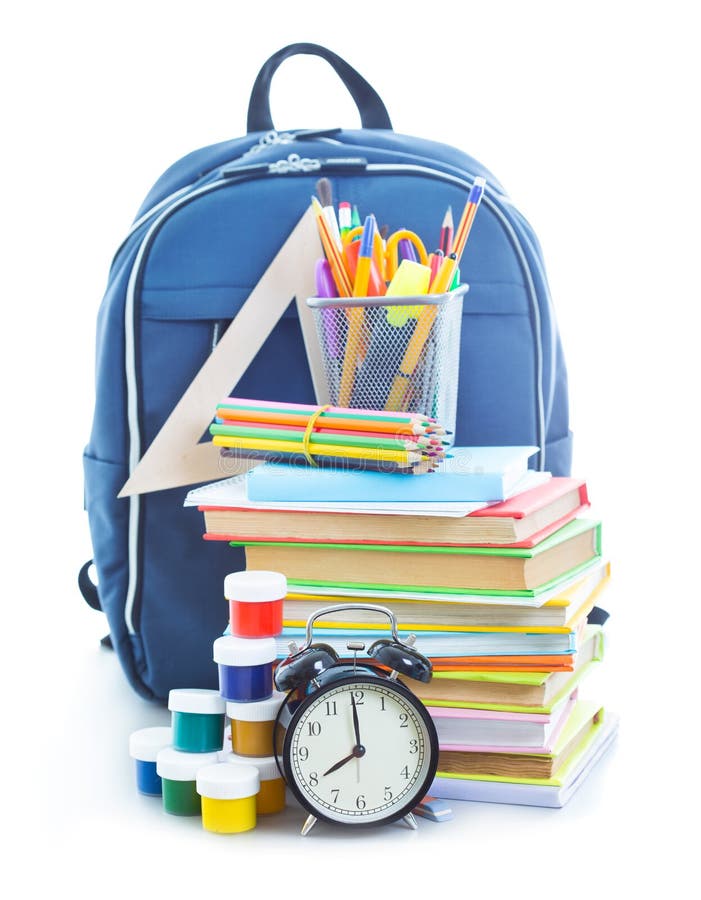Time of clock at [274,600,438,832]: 7:59
